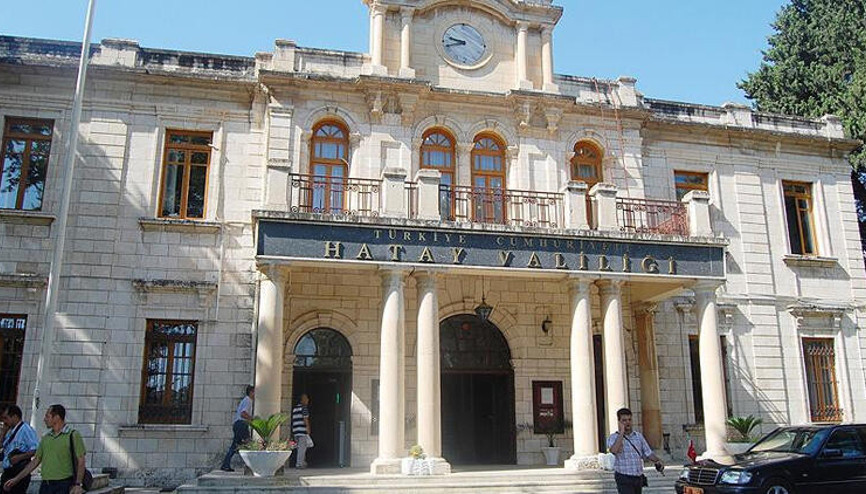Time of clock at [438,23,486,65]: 9:42
